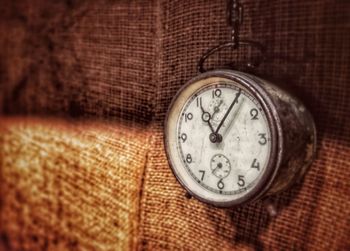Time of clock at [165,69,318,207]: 11:05
